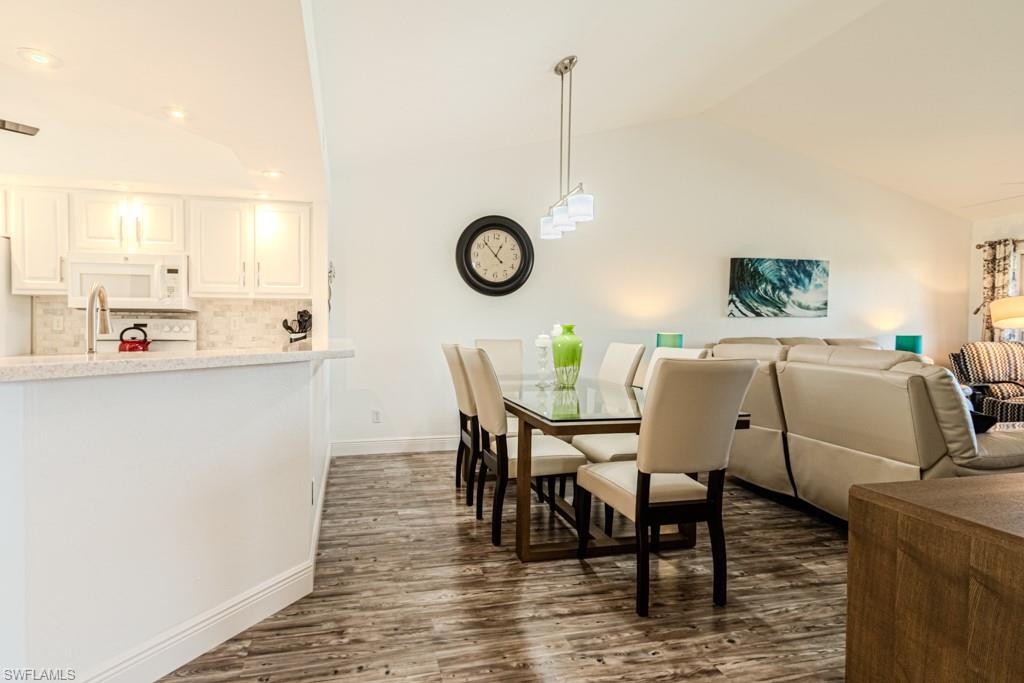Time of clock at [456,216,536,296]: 12:53
